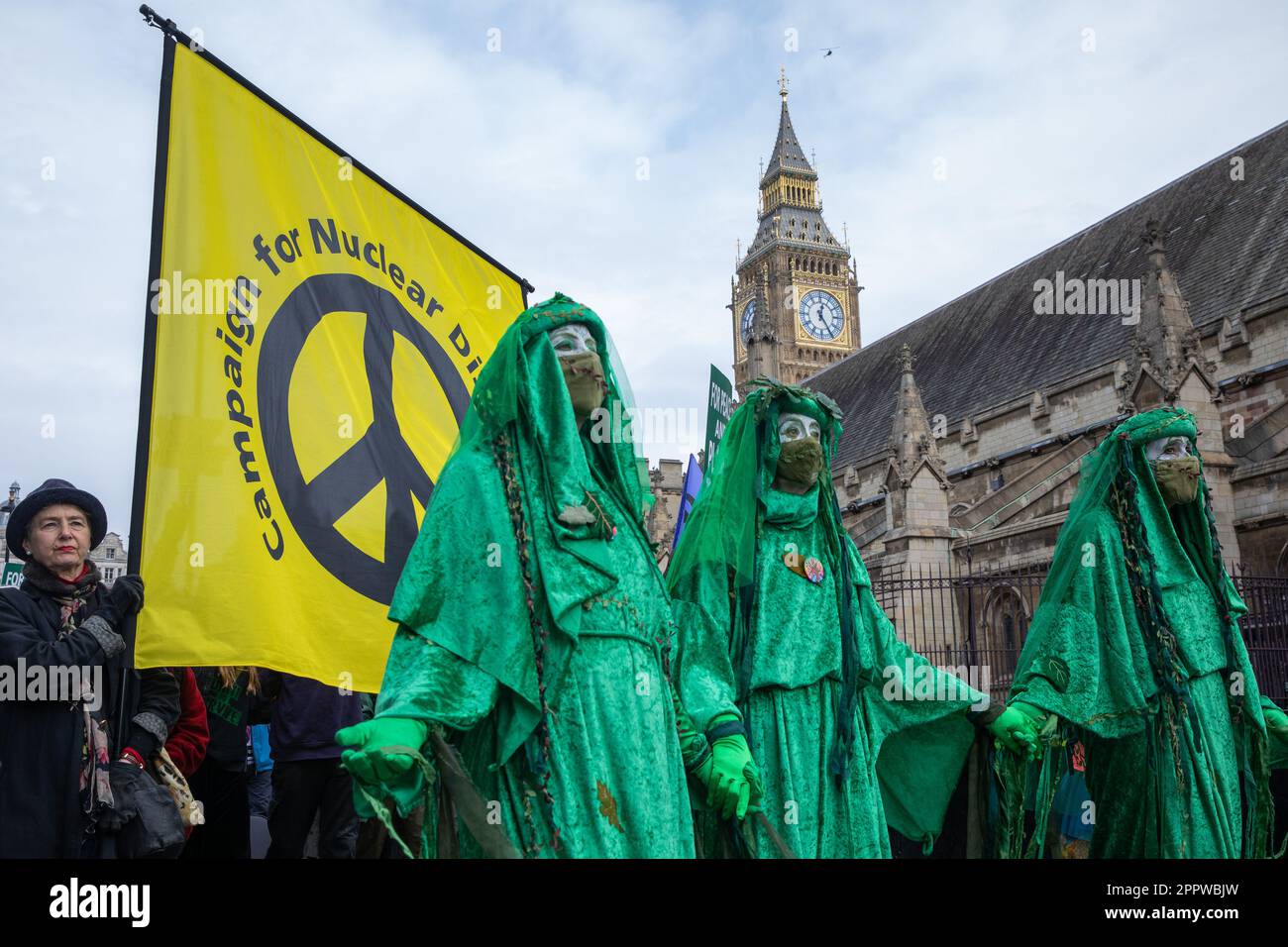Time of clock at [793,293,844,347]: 12:24
